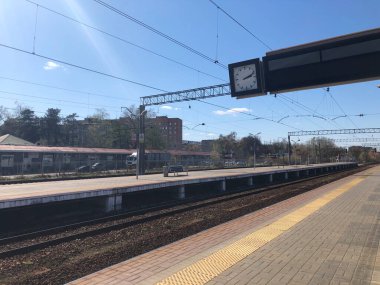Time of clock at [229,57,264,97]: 2:12
